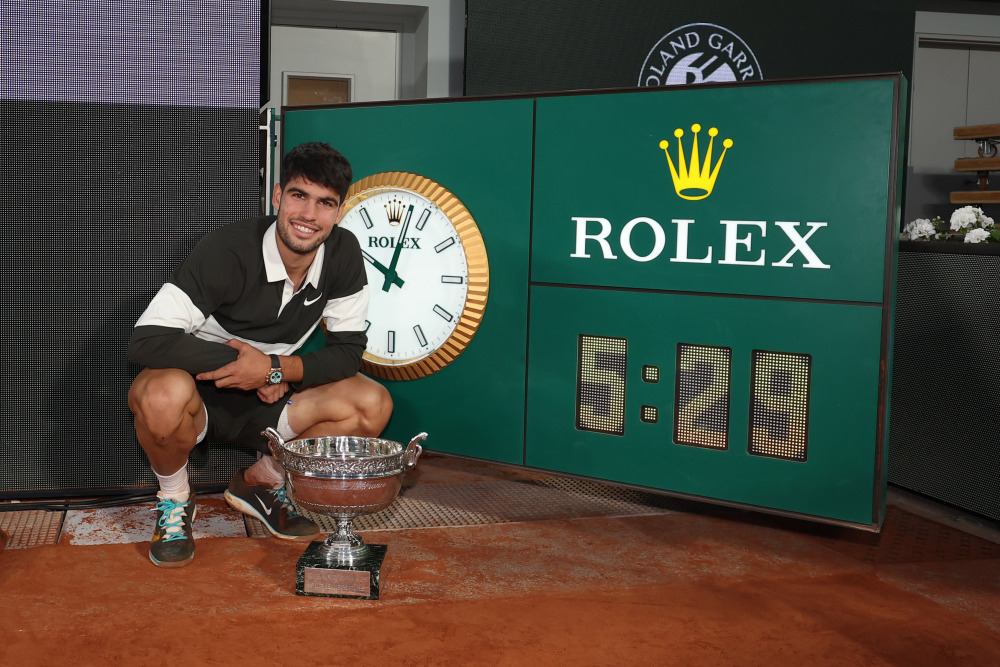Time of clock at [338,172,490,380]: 10:02
